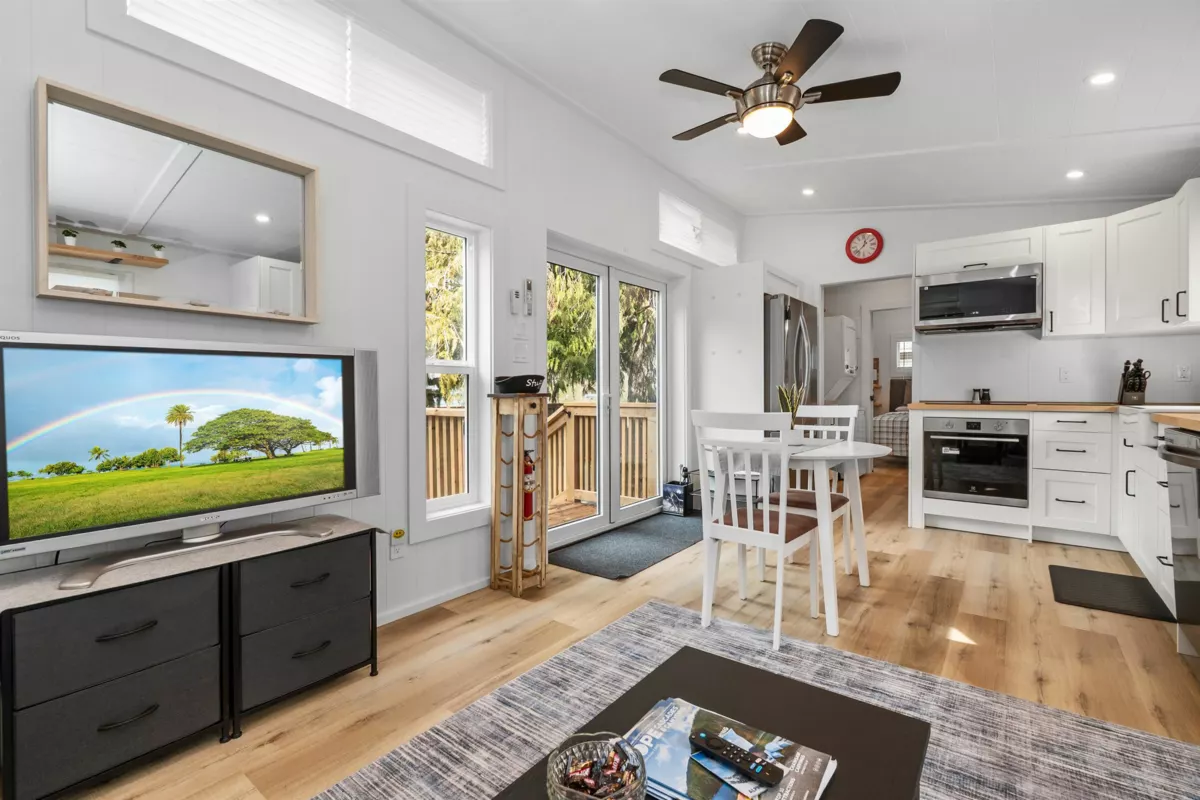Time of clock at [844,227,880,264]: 12:37
